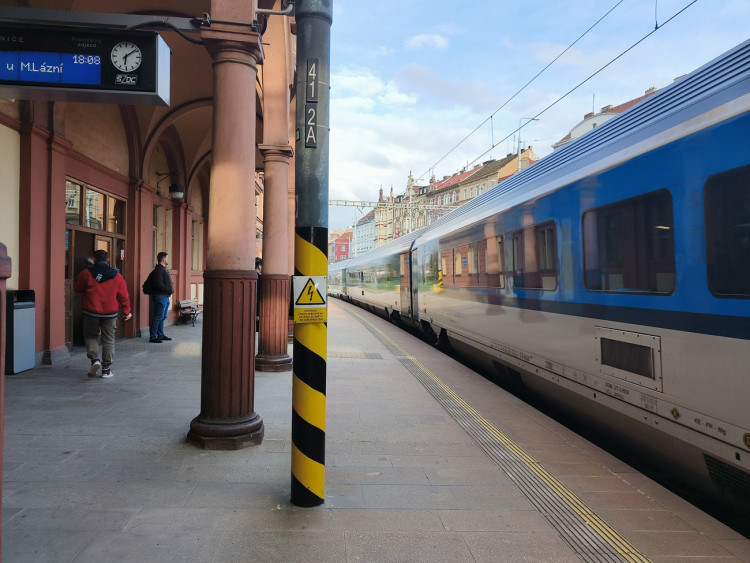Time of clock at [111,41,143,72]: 6:08
